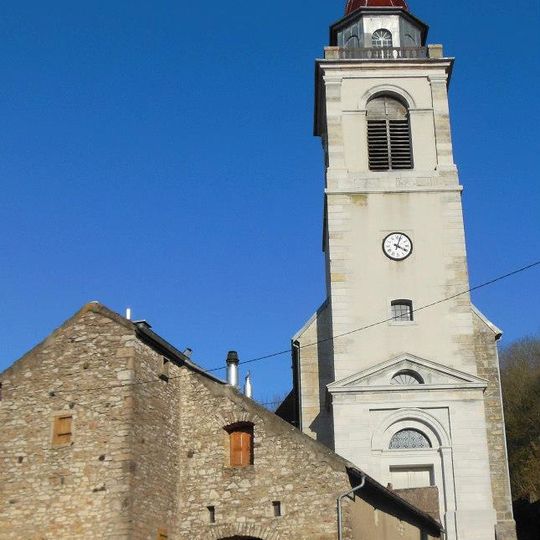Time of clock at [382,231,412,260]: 4:03
